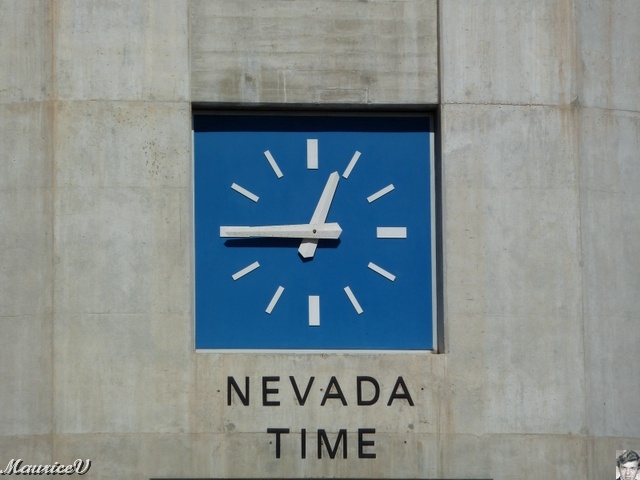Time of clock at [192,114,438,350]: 12:45
